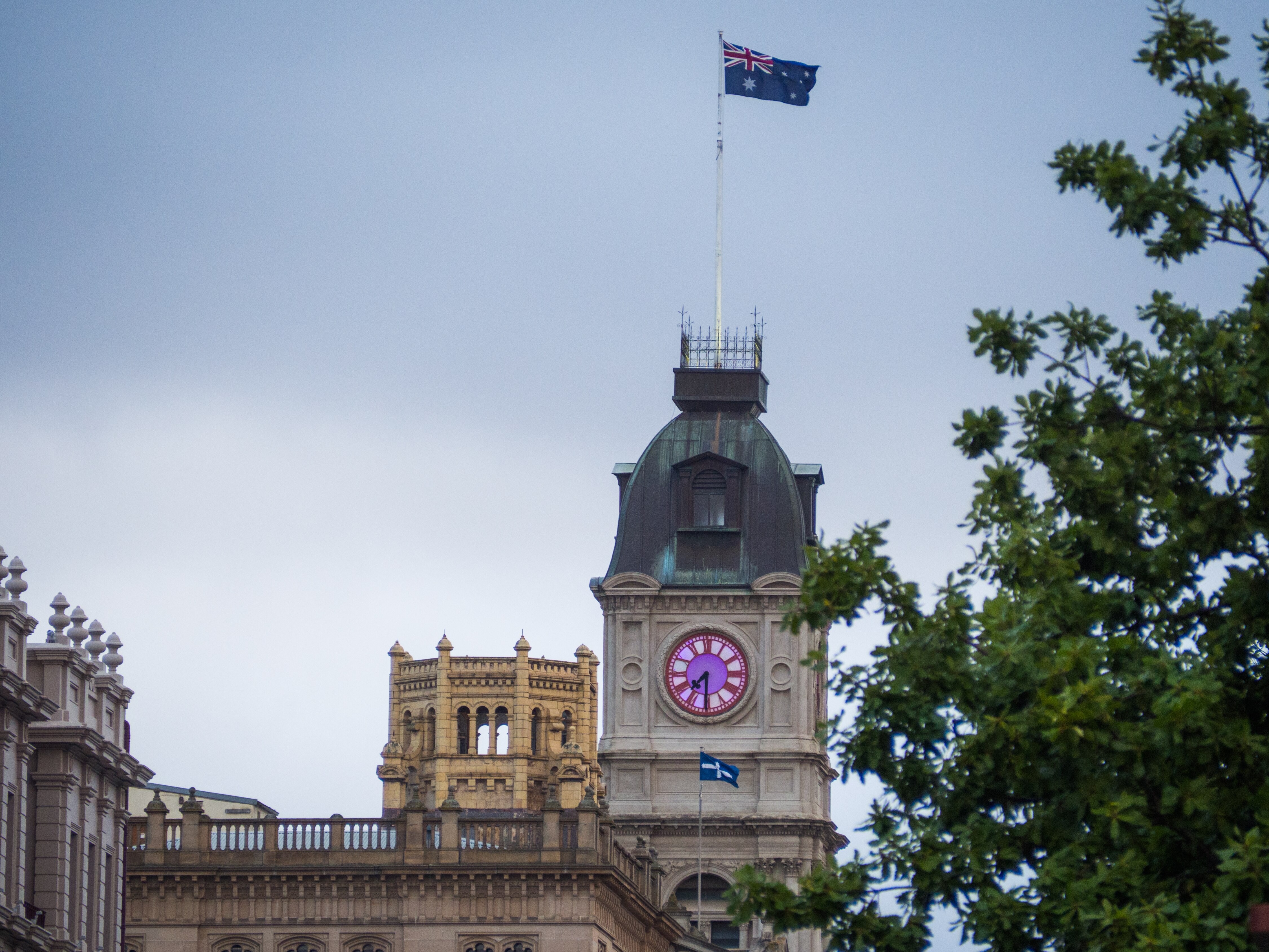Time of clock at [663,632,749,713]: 7:30
